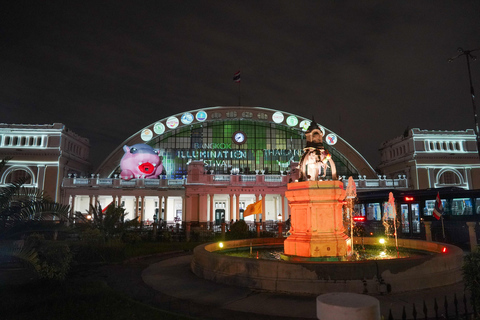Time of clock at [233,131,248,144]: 8:37
